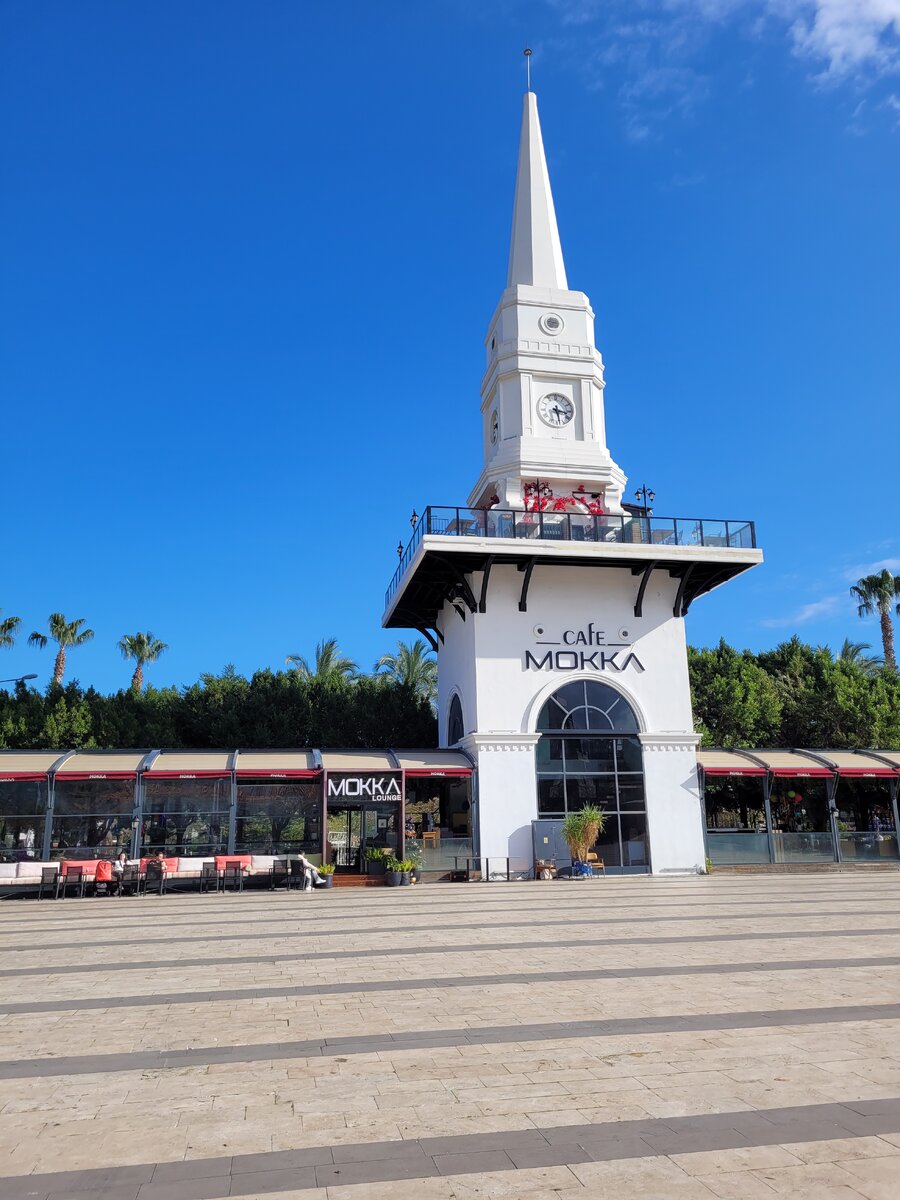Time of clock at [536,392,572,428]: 3:28
